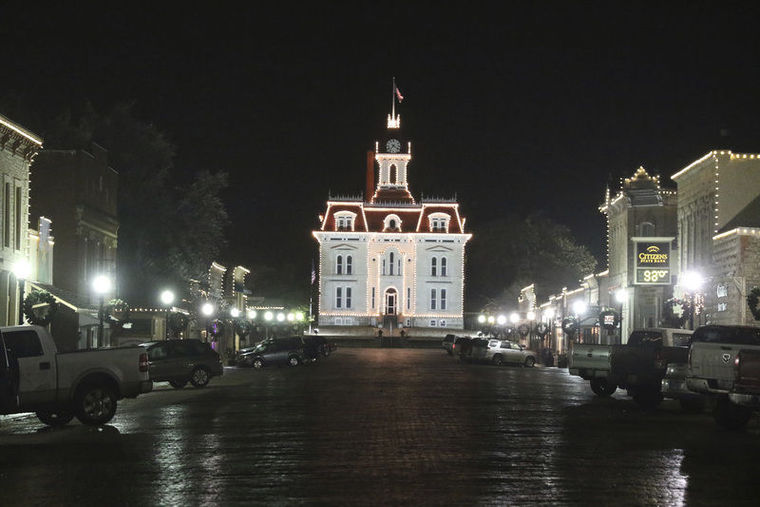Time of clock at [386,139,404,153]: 7:21
